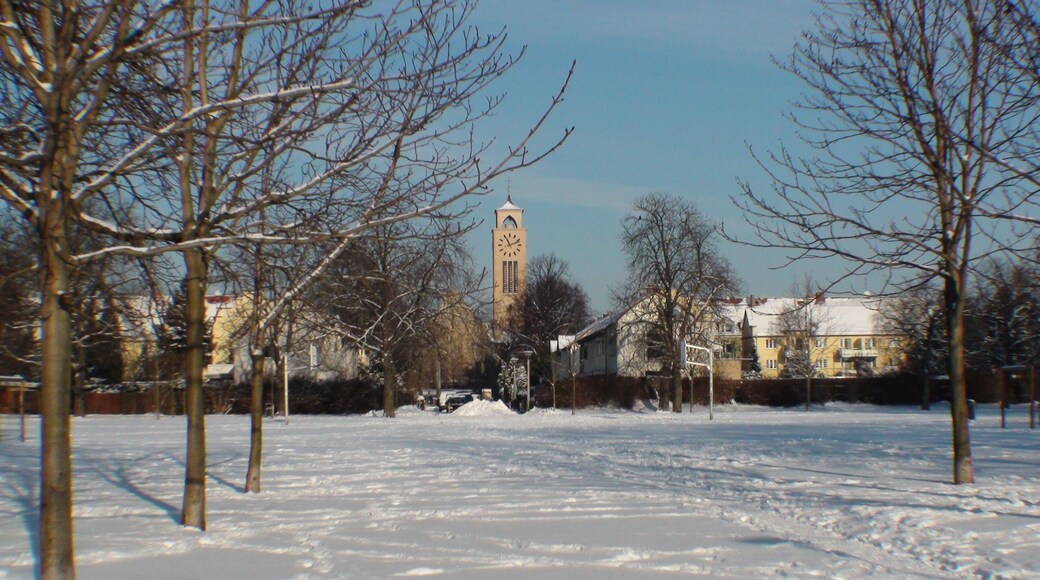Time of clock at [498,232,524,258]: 11:11
